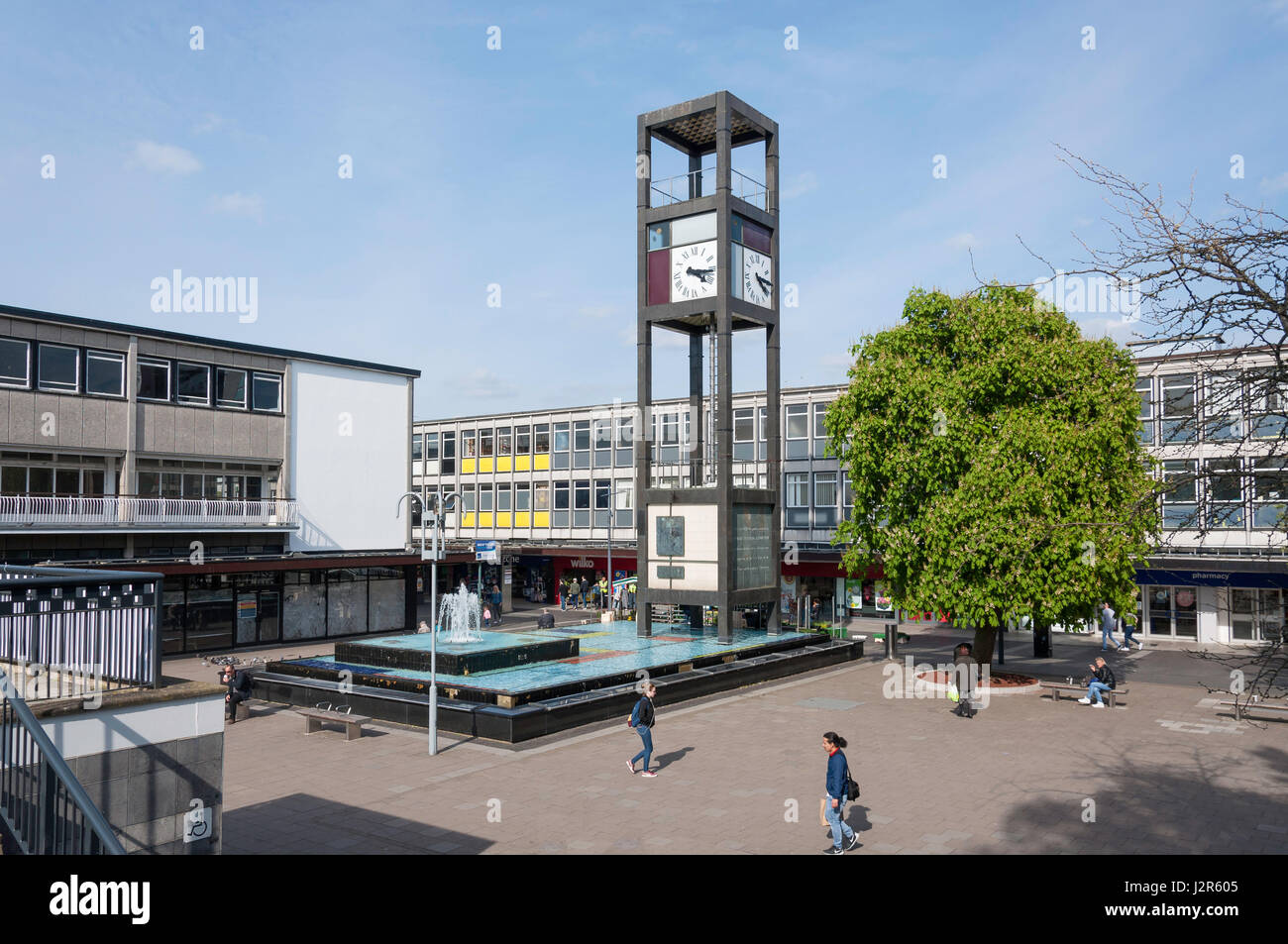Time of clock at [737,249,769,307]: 4:14
